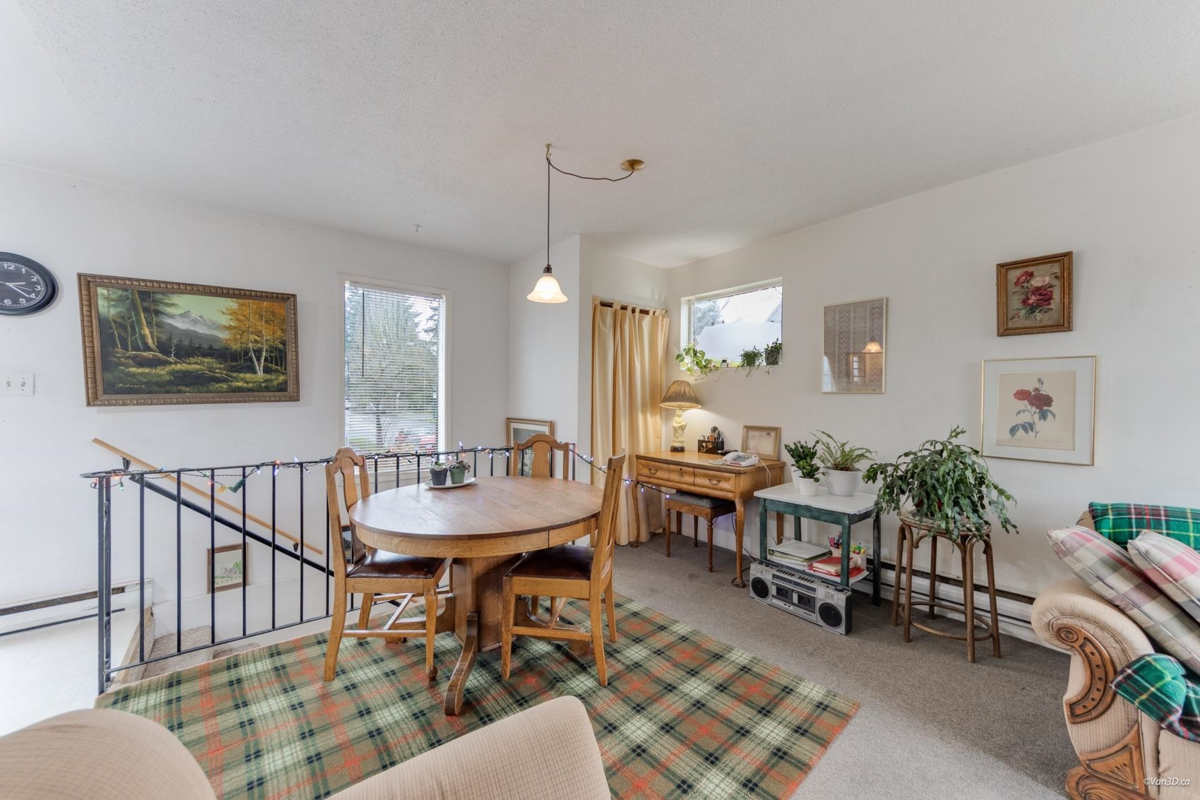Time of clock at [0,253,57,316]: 2:21
